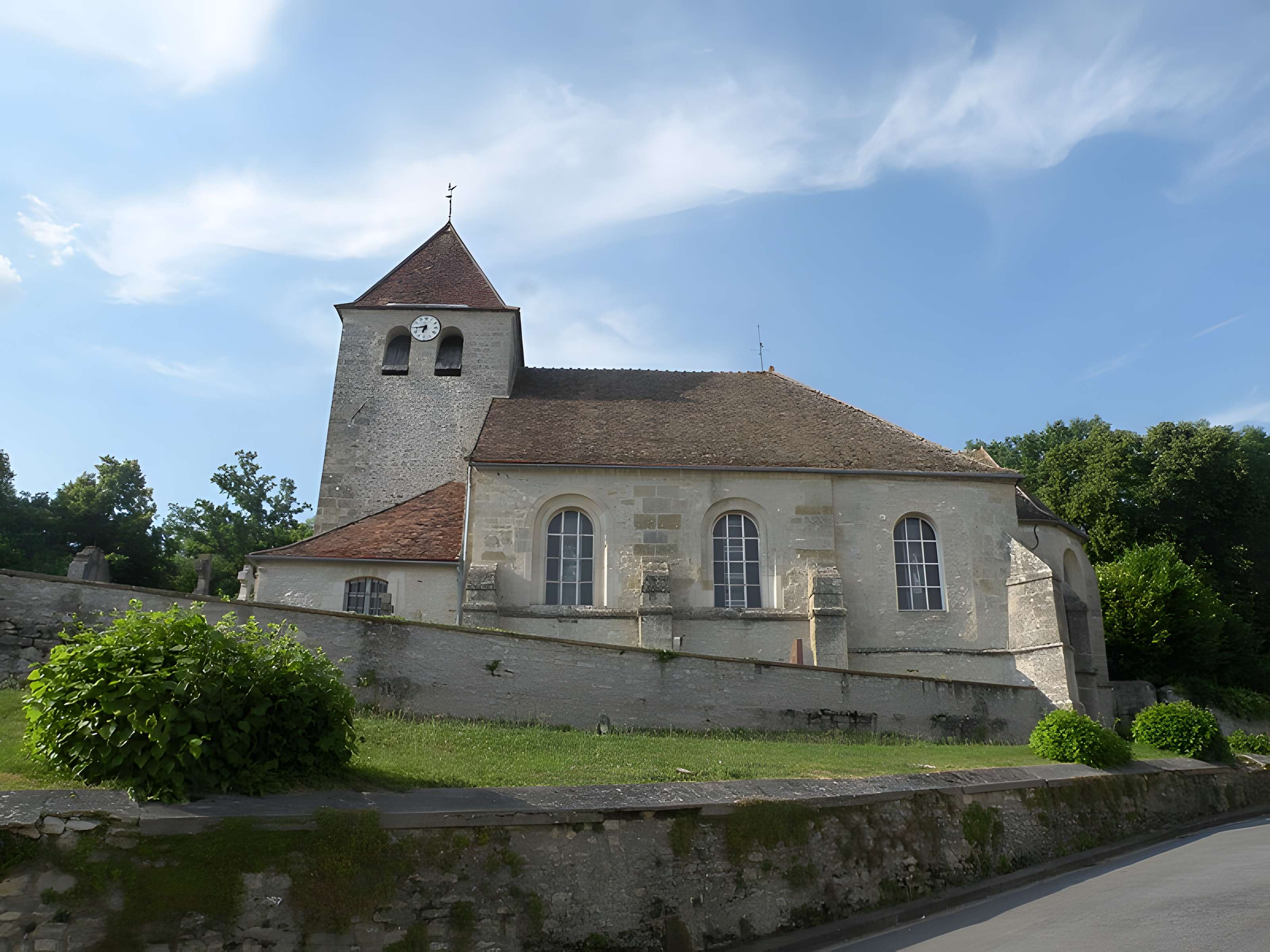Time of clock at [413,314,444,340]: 6:44
